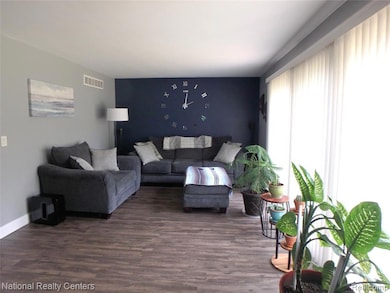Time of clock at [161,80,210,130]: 2:01
